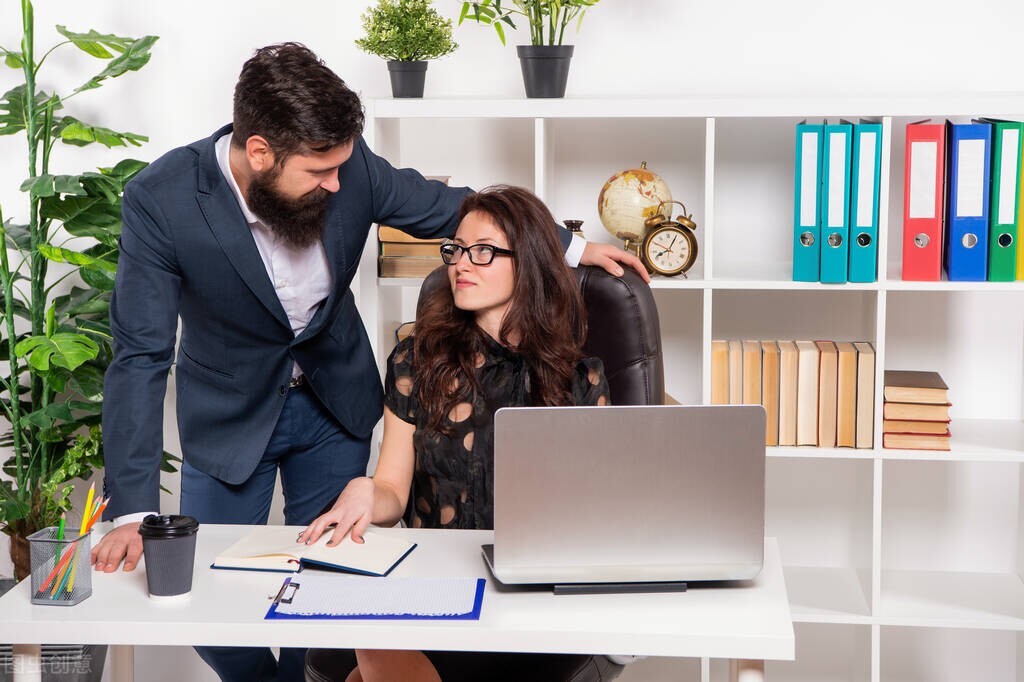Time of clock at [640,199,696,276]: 8:05
